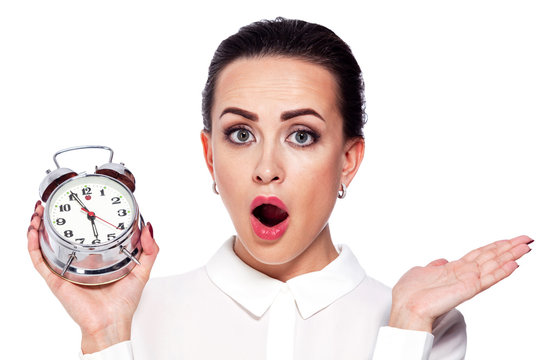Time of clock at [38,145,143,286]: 5:55
